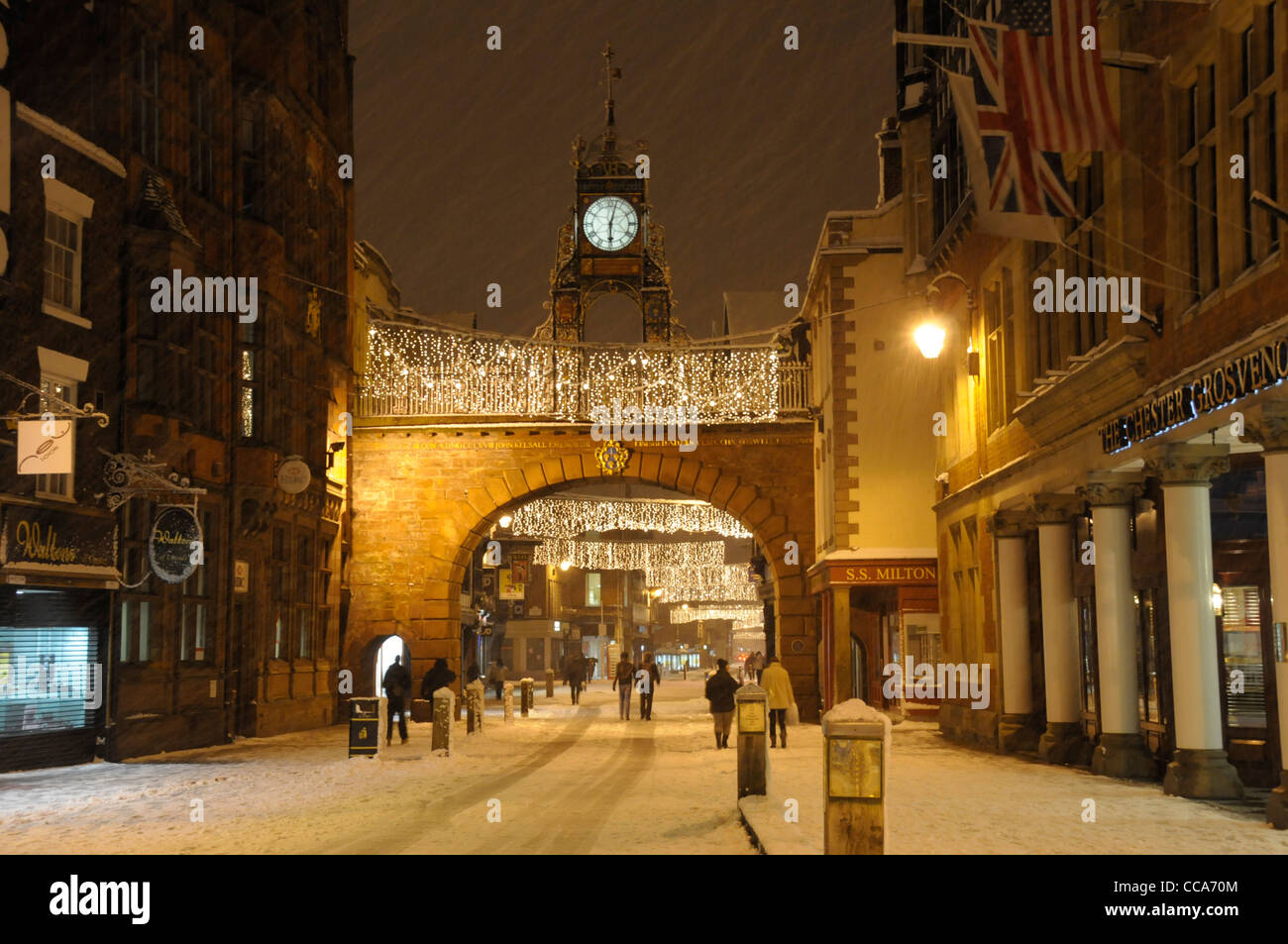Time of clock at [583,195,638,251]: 6:02
